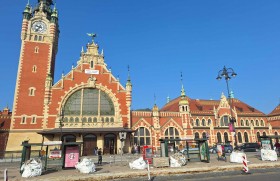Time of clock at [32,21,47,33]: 9:36
